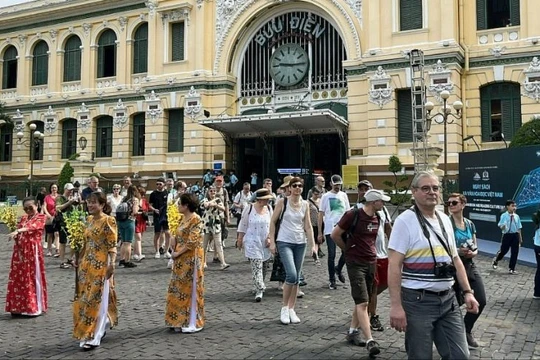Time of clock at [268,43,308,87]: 9:15
